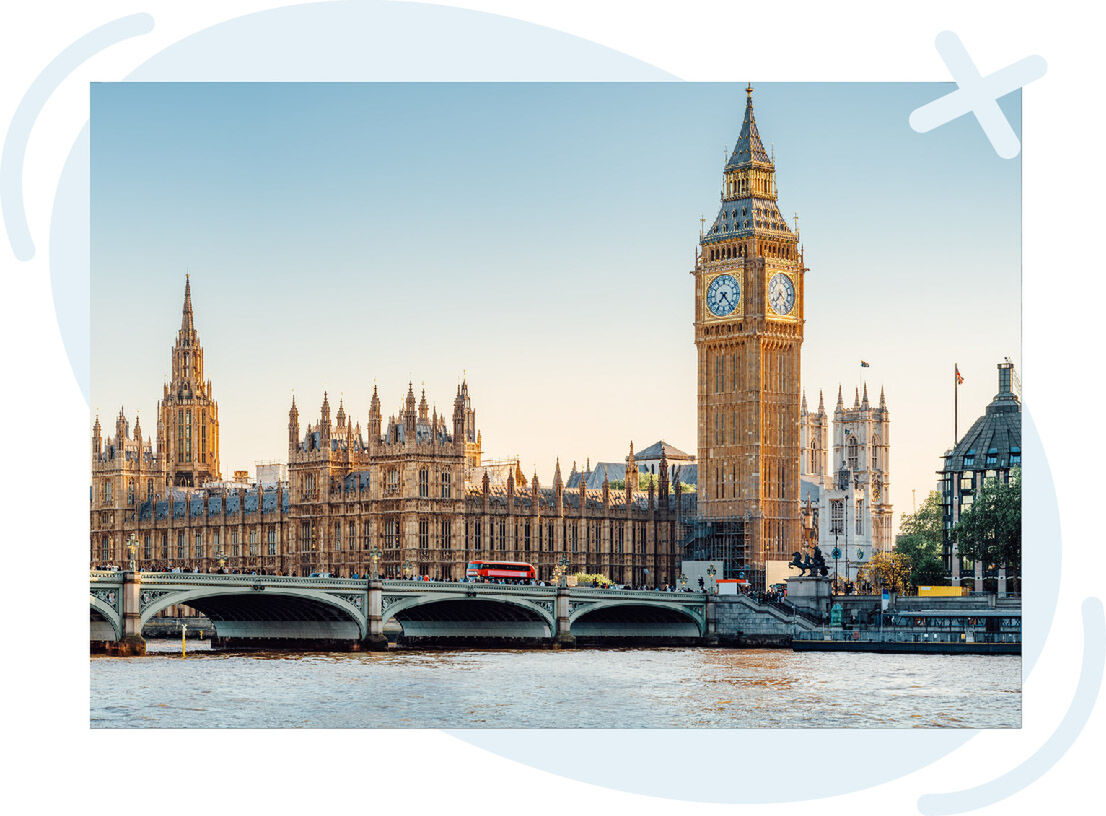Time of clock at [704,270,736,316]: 7:23
